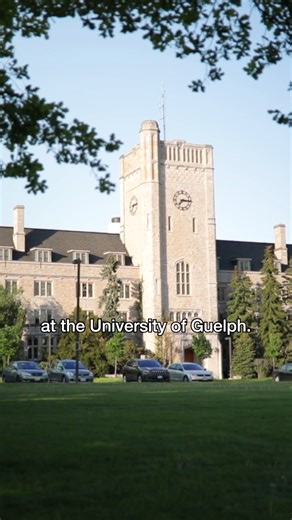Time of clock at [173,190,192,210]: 7:15
